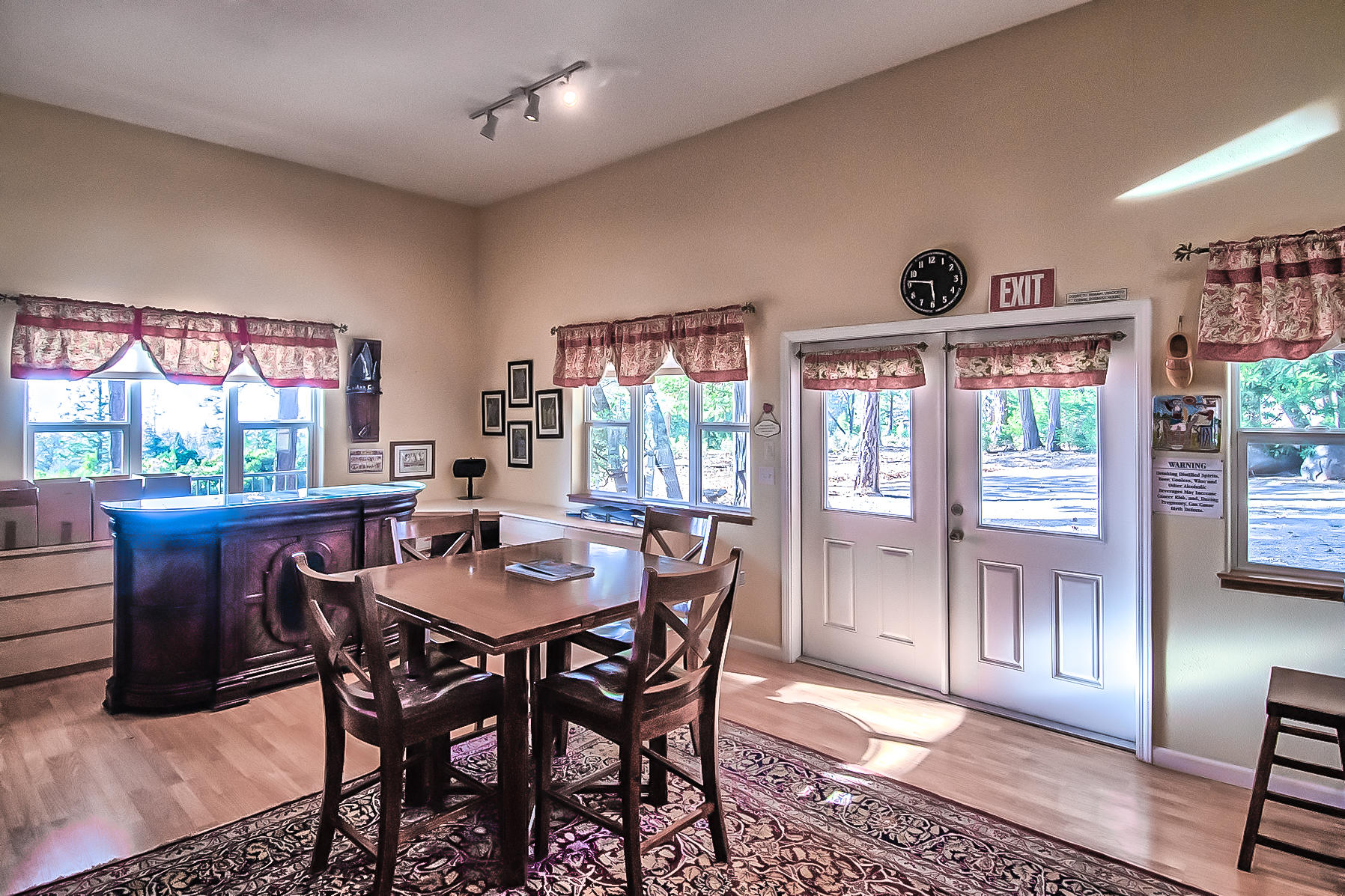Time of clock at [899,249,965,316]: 5:46
